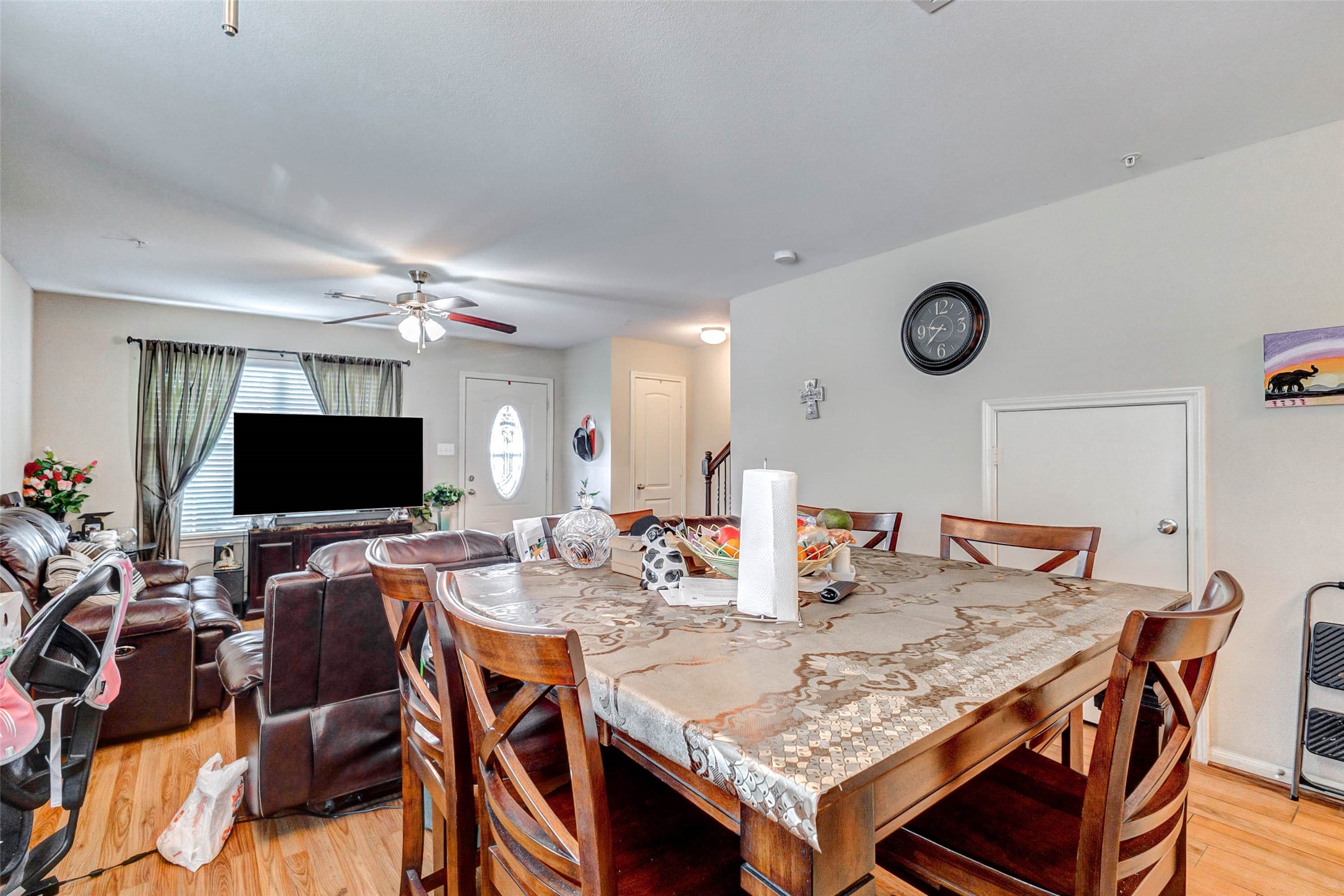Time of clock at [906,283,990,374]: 9:36
